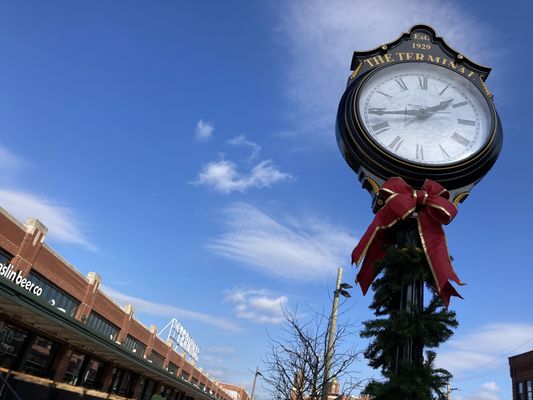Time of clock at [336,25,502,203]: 1:43
